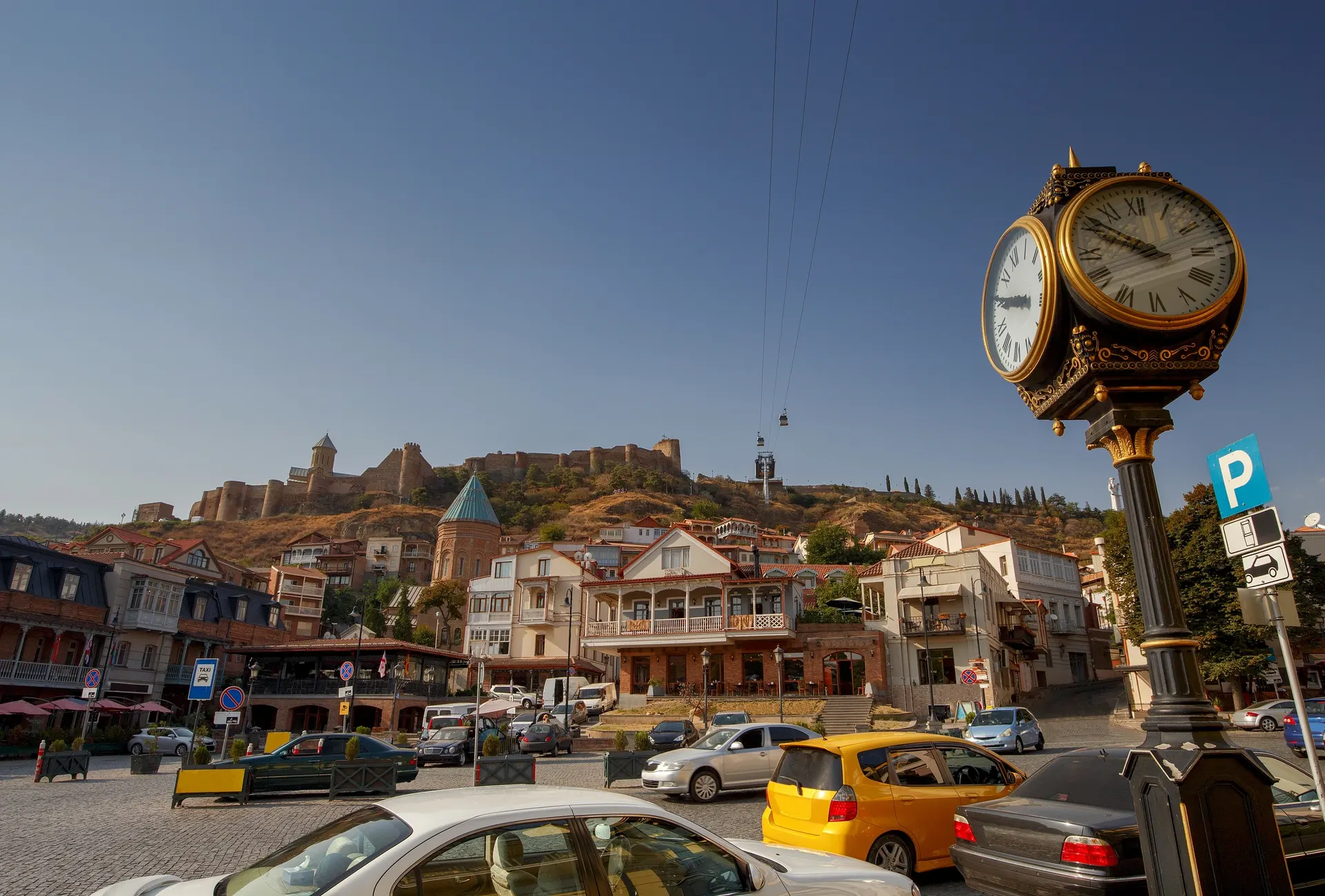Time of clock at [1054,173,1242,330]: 9:50
